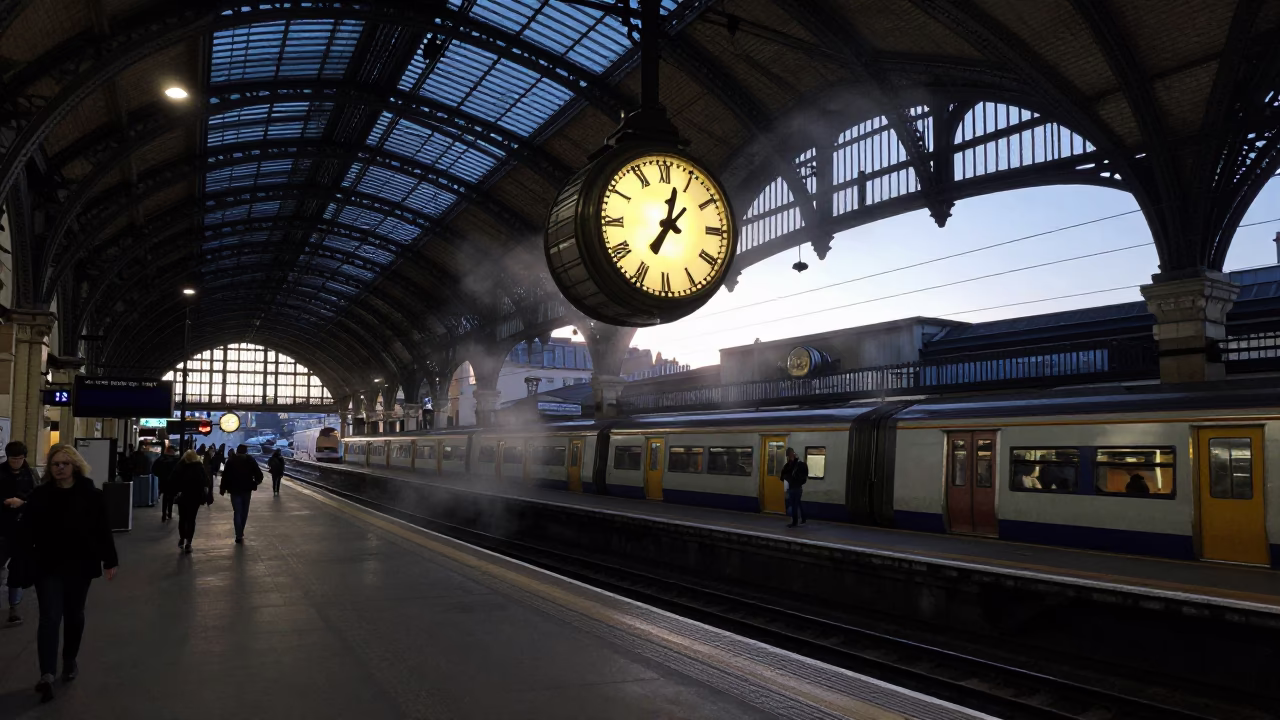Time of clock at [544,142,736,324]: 7:02
